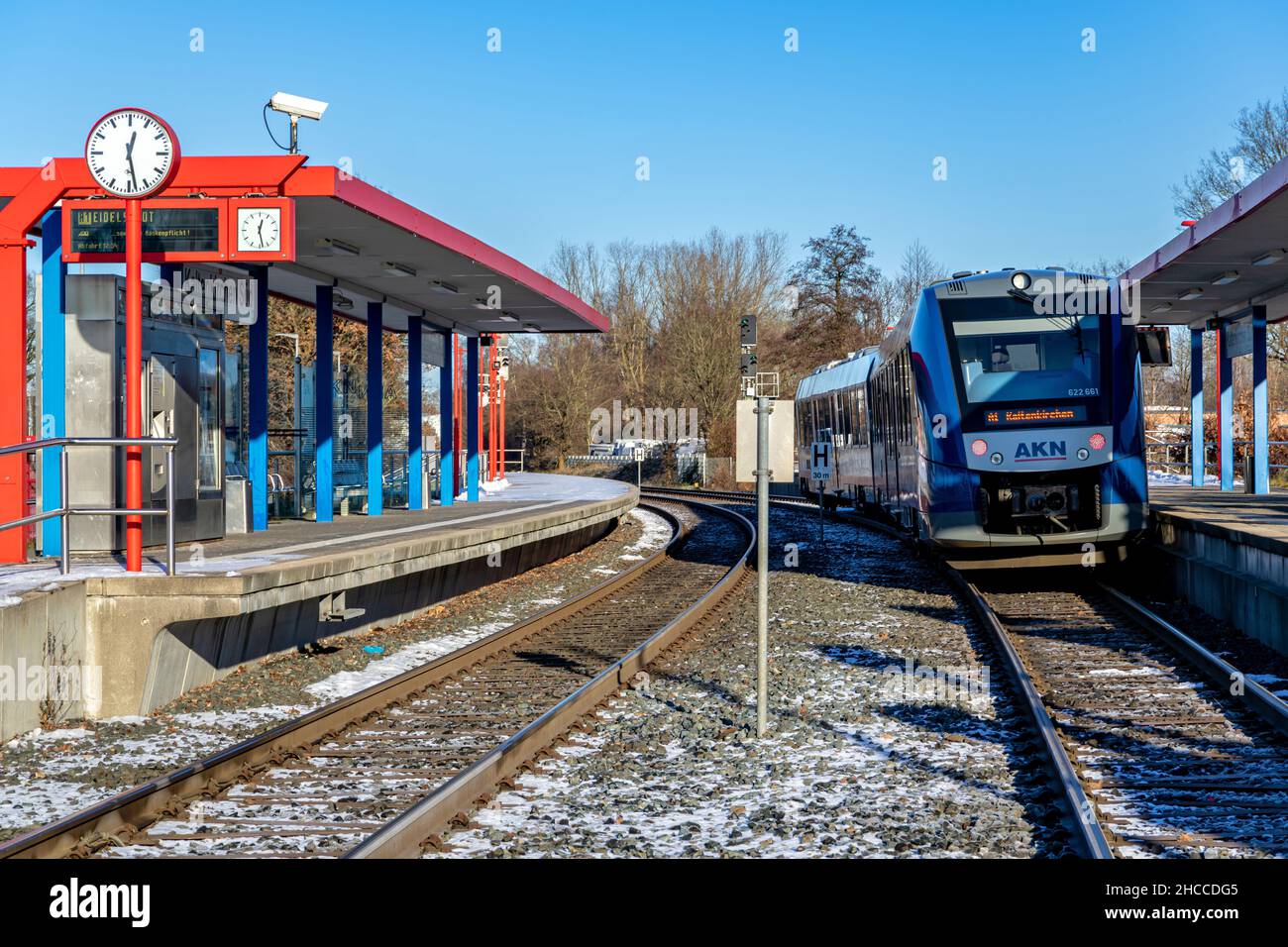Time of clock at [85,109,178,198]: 12:28
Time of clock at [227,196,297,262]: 12:28
